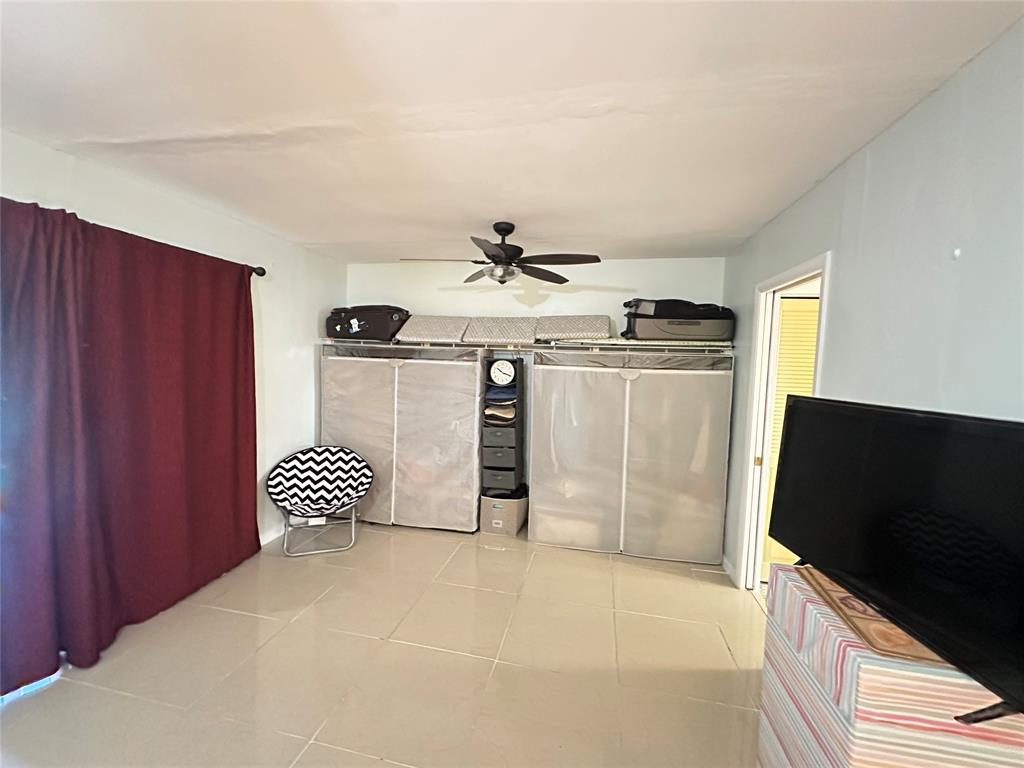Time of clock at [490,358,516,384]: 10:18
